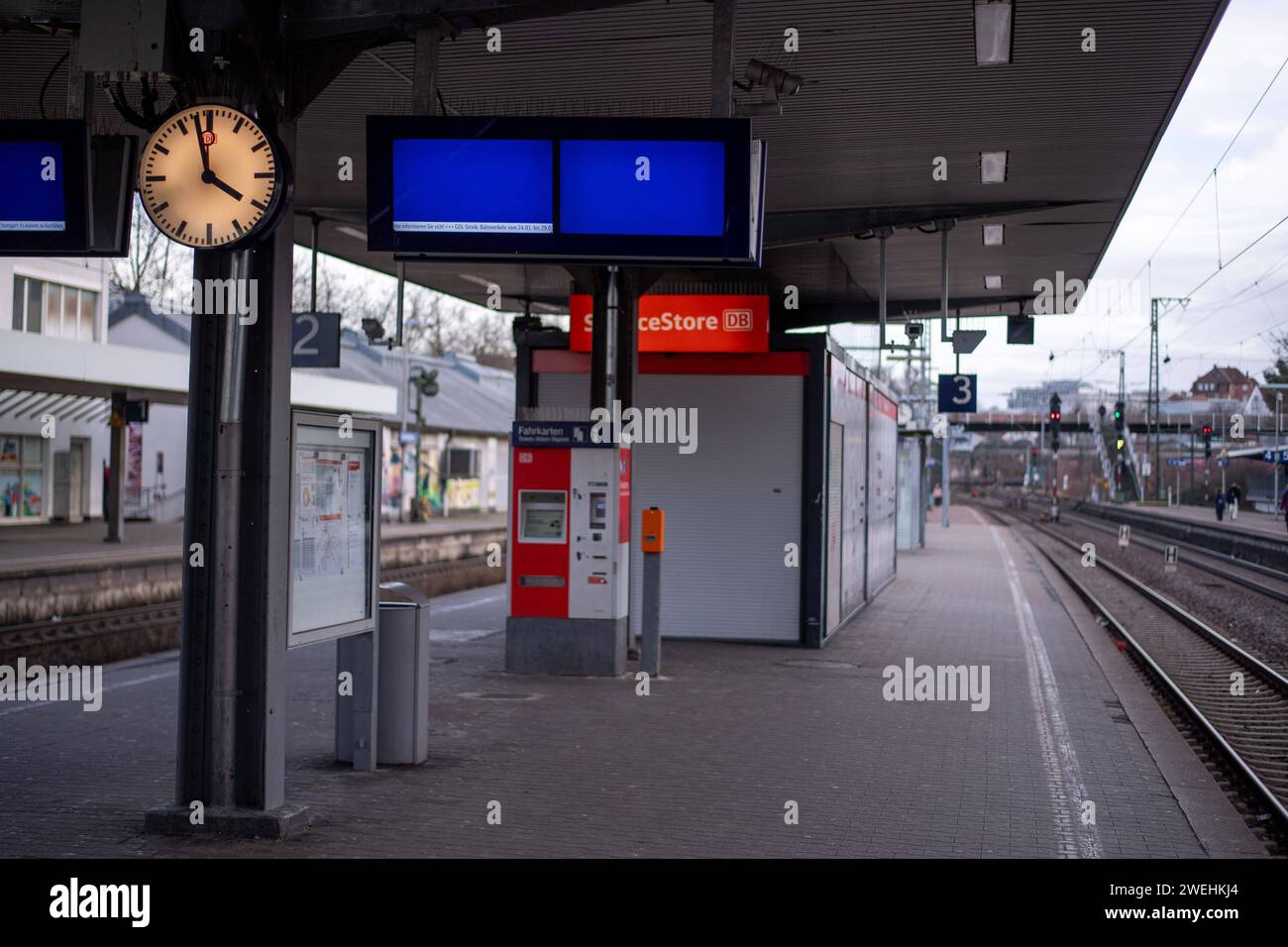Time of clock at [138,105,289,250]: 3:58
